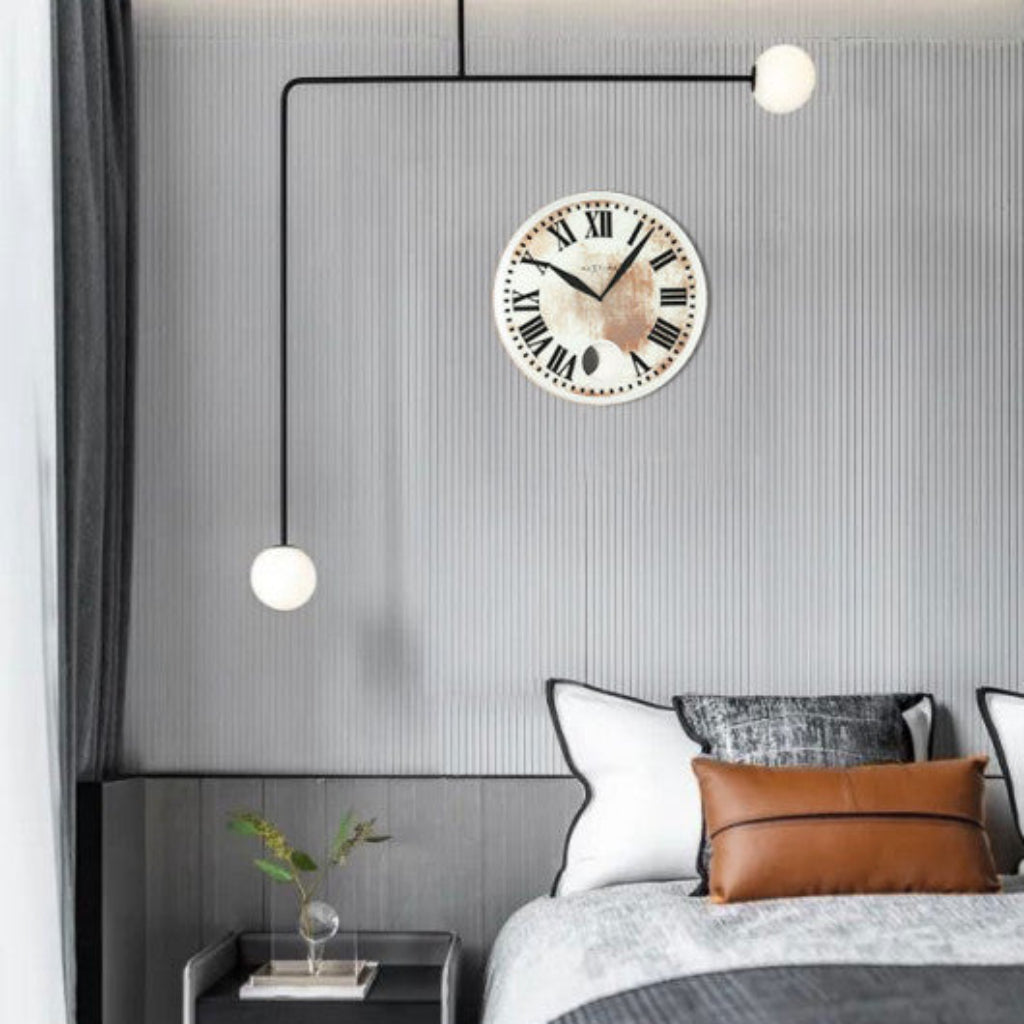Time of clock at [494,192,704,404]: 10:06
